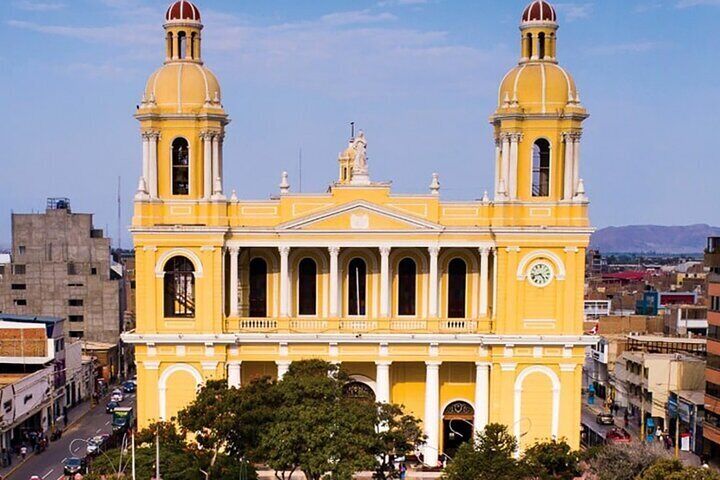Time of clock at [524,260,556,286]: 4:42
